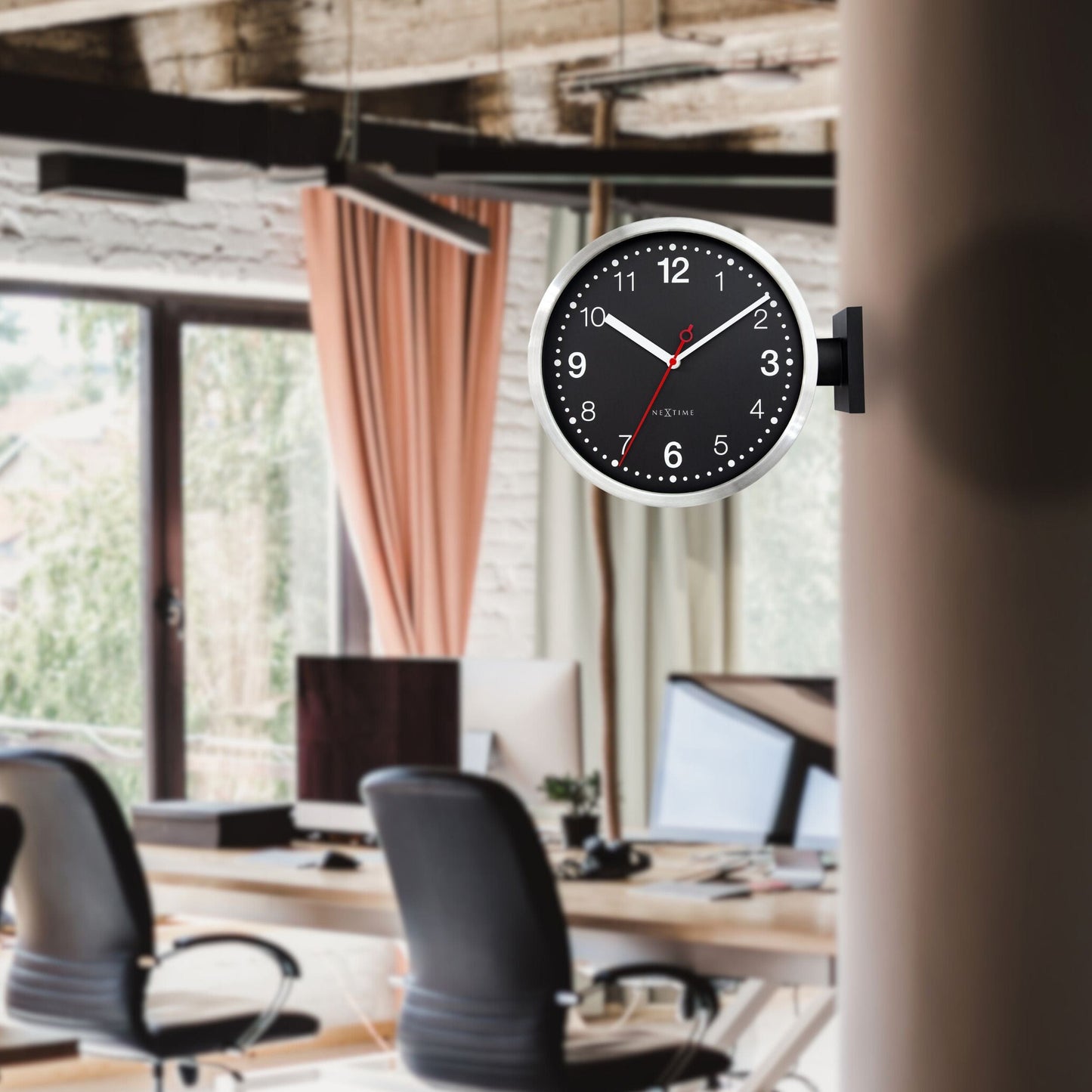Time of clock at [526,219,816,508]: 10:09
